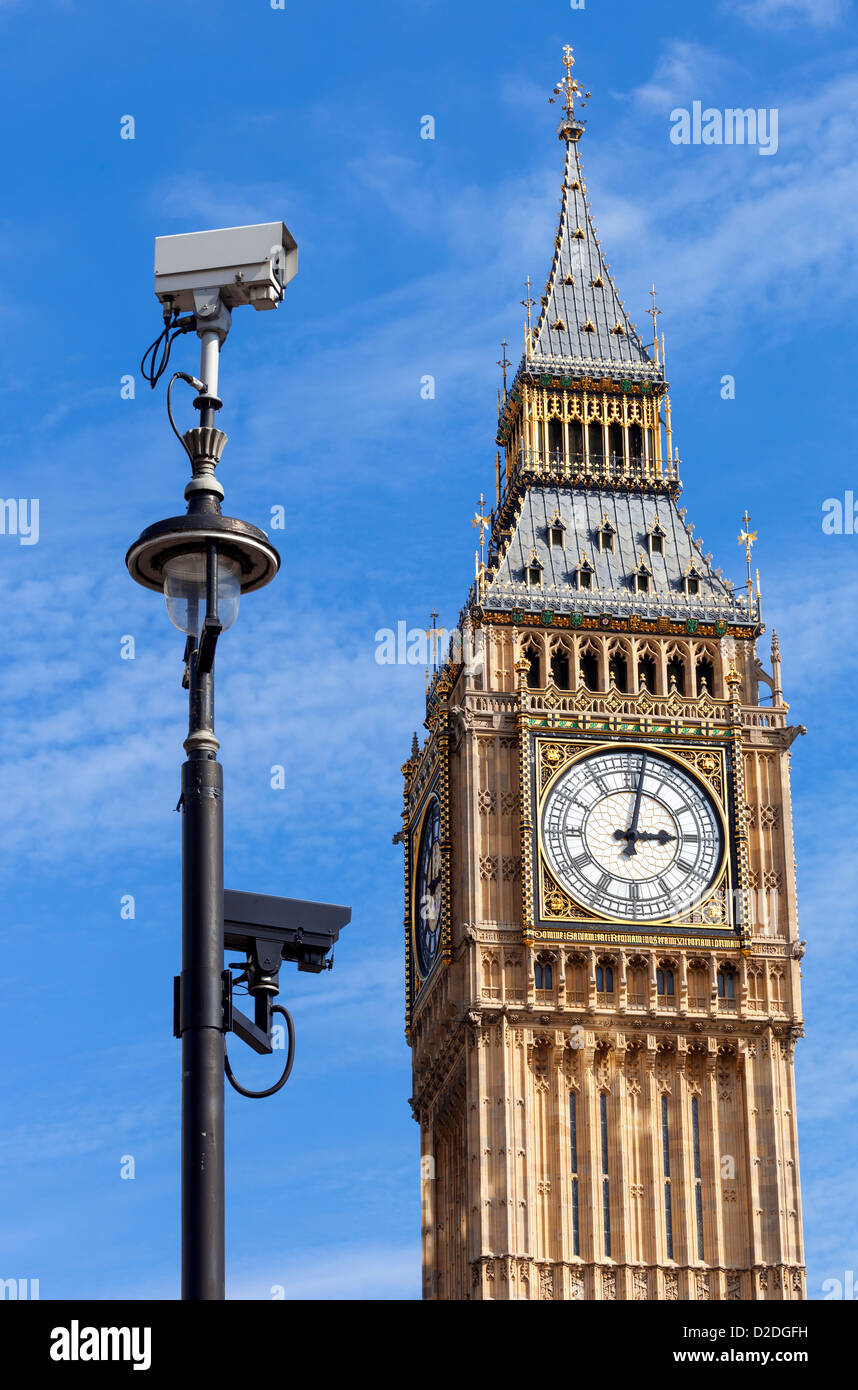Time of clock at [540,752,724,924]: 3:02
